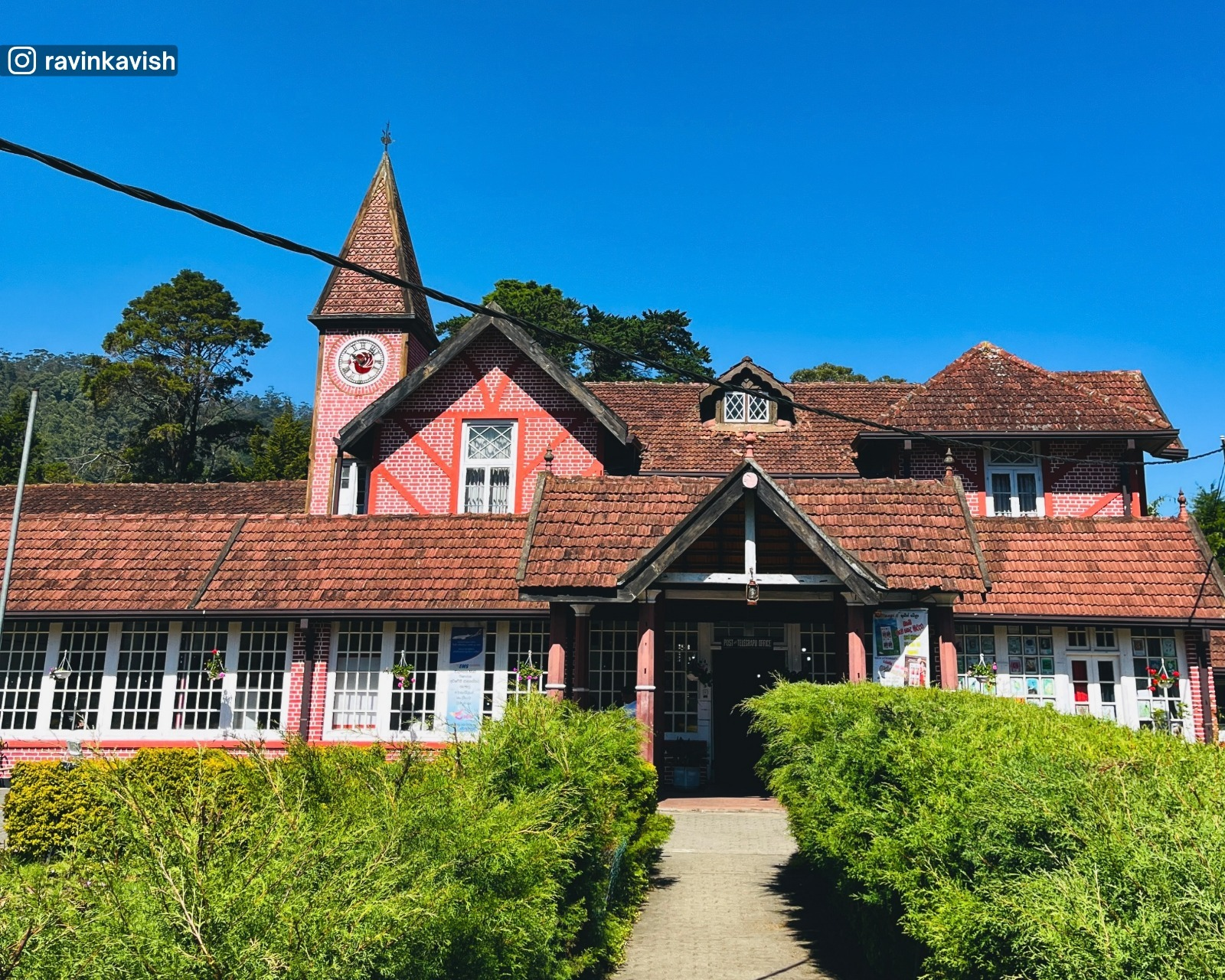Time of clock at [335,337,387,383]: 10:07
